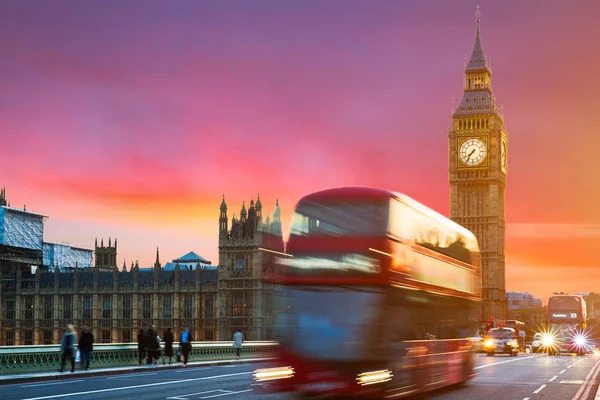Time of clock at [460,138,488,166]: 7:36
